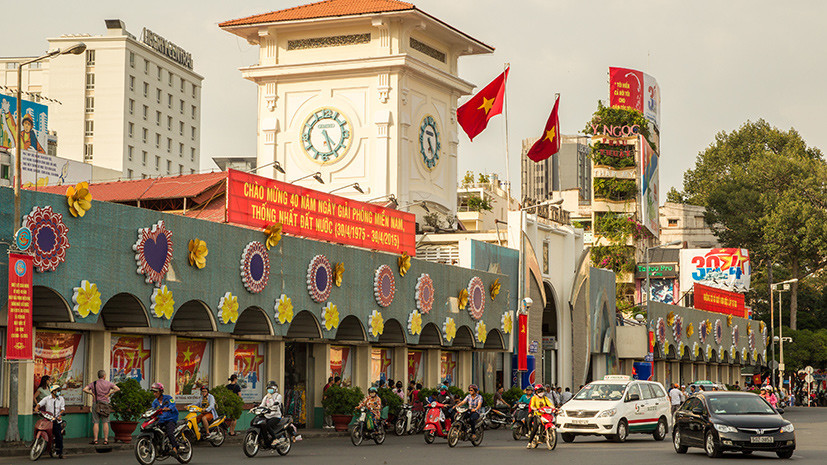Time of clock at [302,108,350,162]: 4:26
